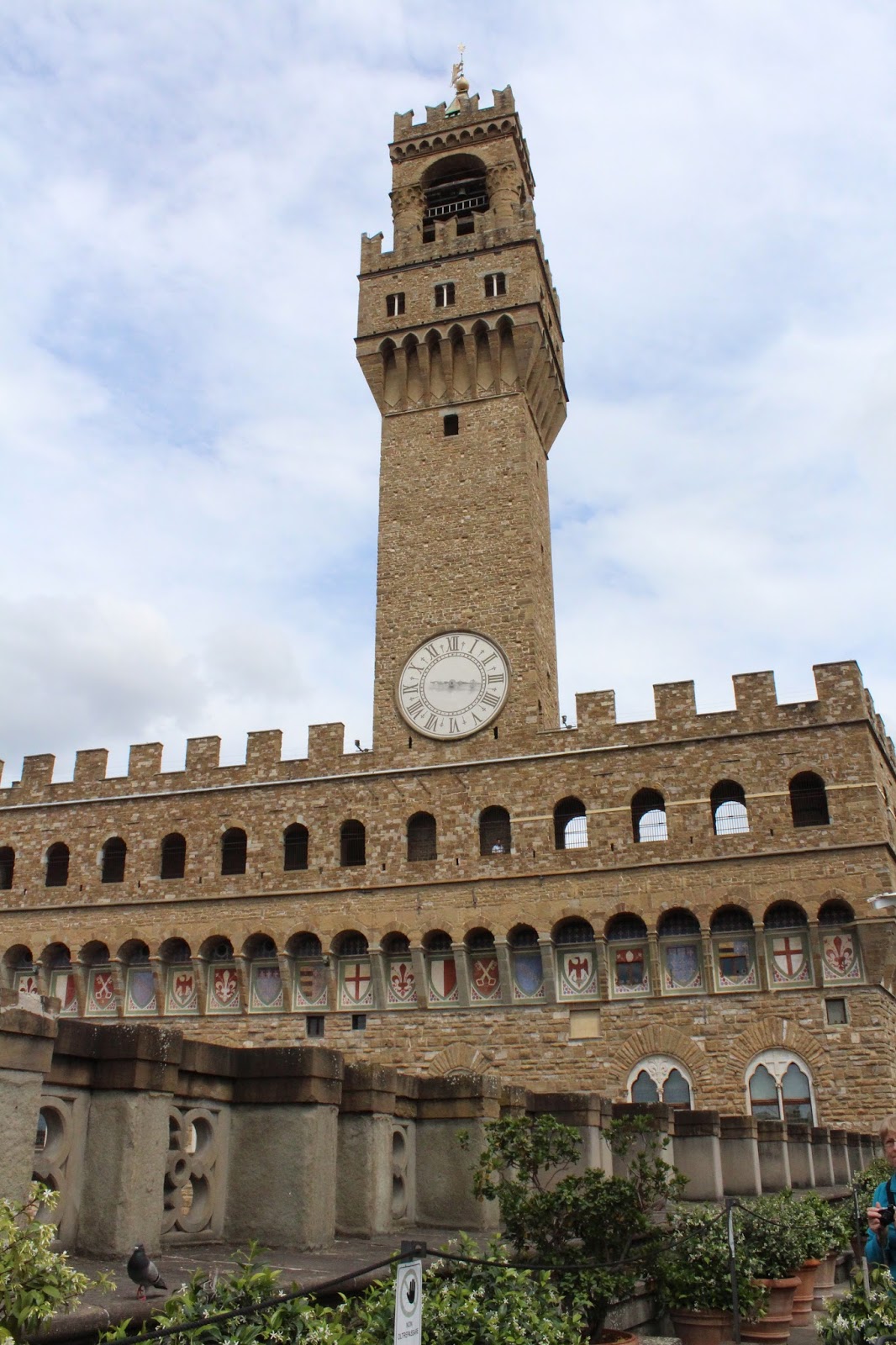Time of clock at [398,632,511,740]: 9:16
